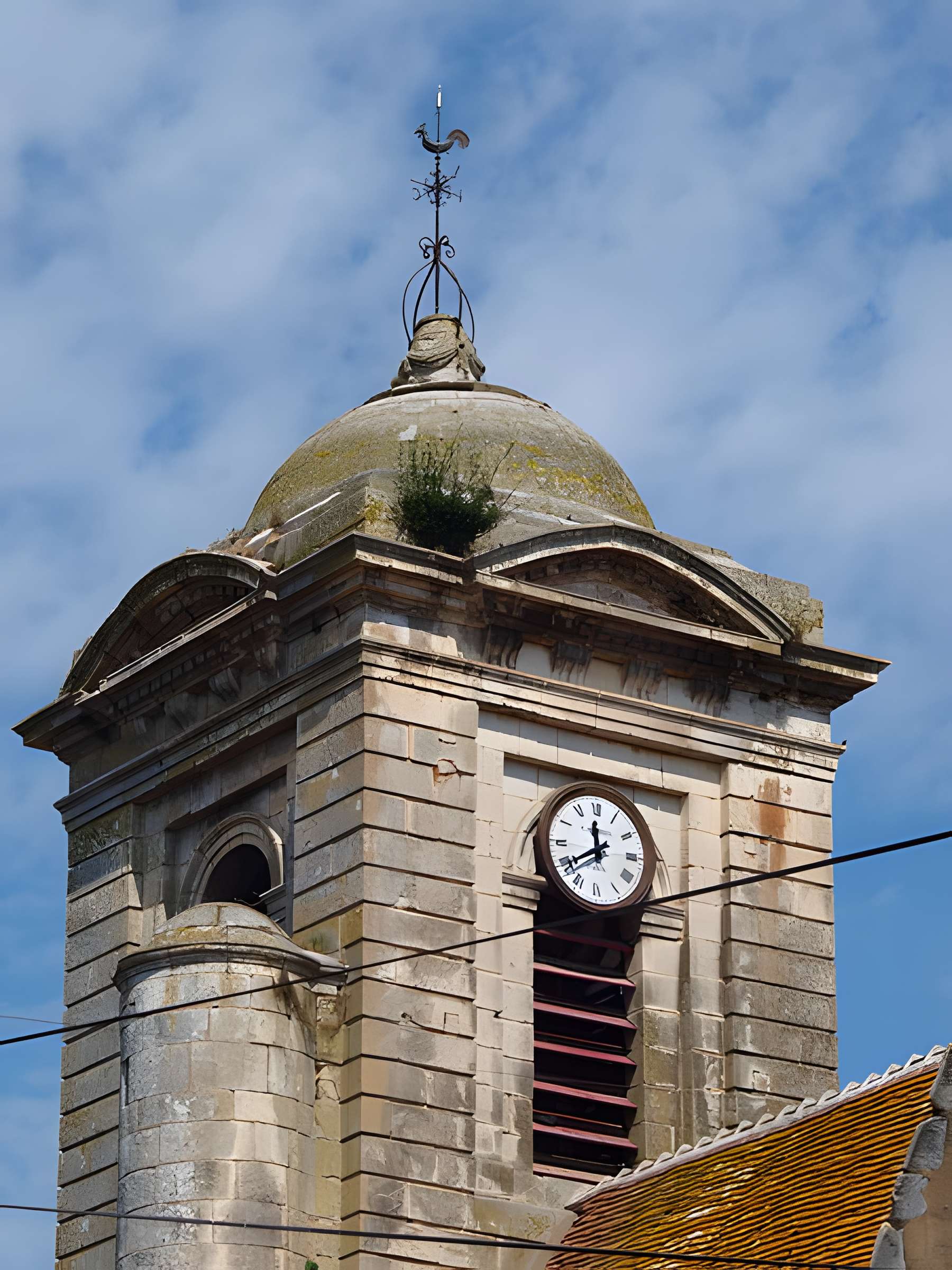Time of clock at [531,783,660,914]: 11:39
